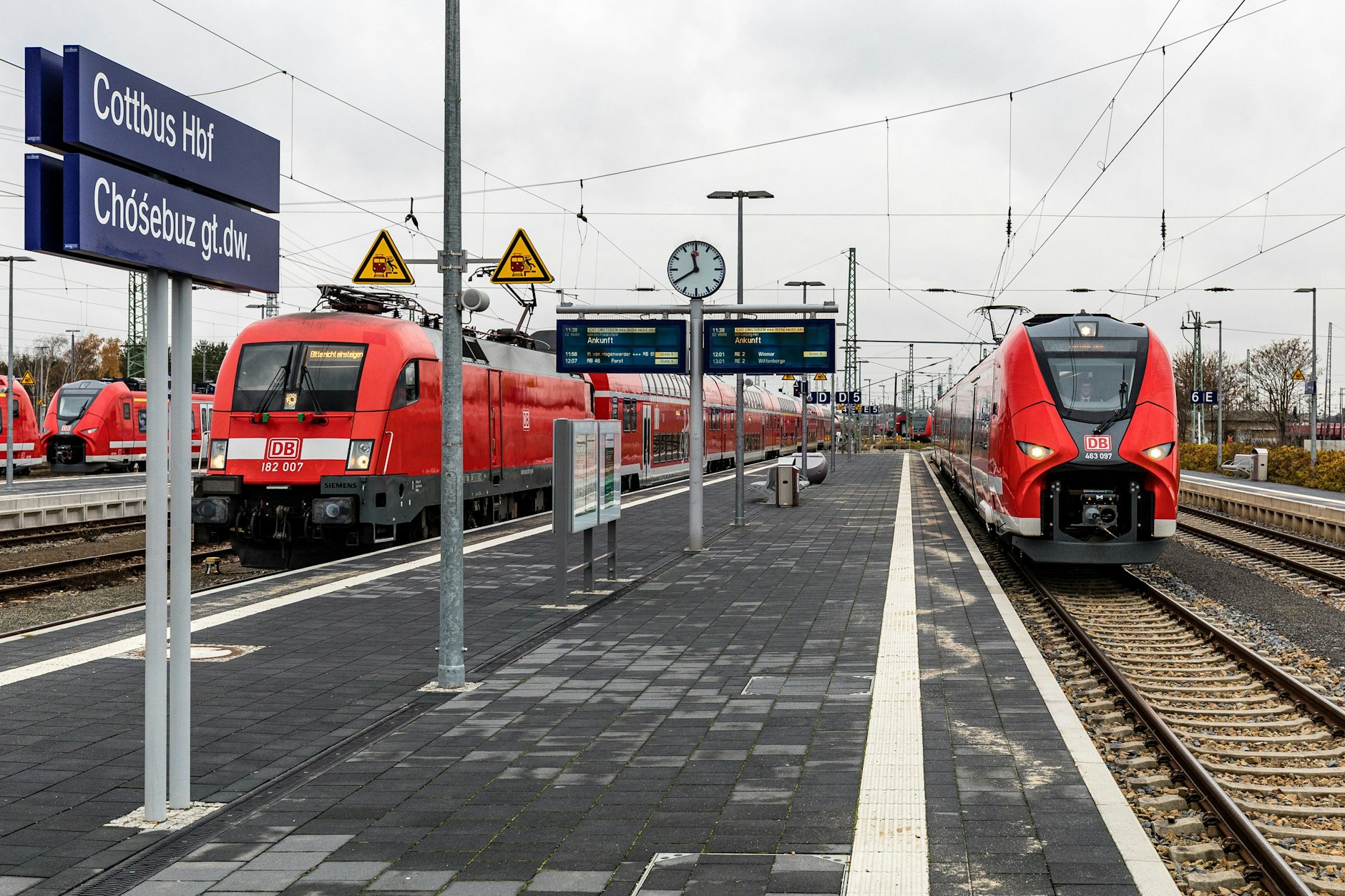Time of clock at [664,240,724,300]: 11:39
